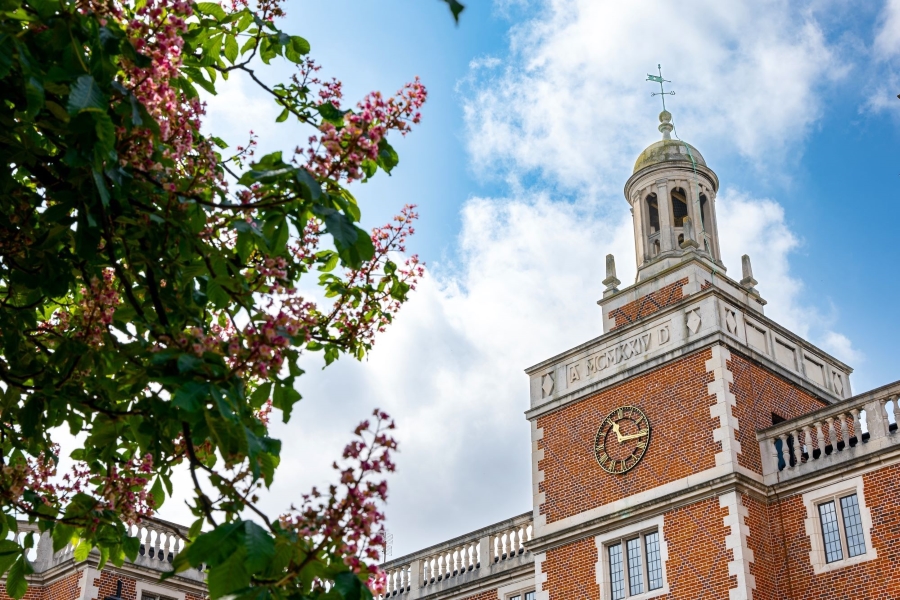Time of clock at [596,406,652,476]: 11:14
